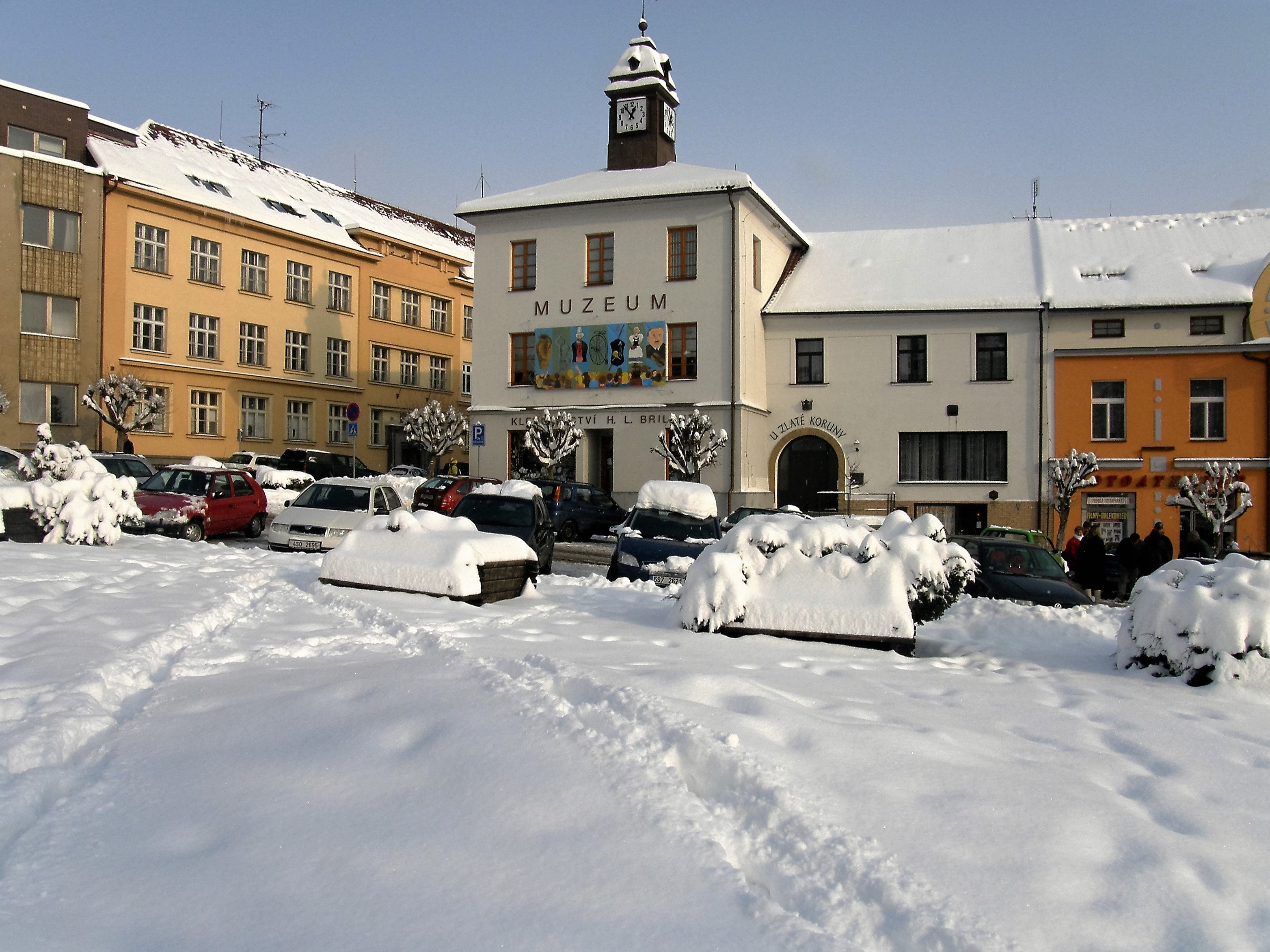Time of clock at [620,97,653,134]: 12:53
